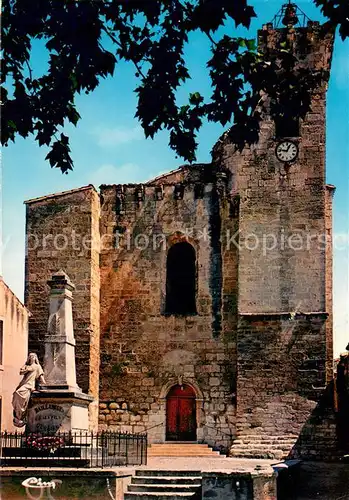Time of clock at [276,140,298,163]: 12:46
